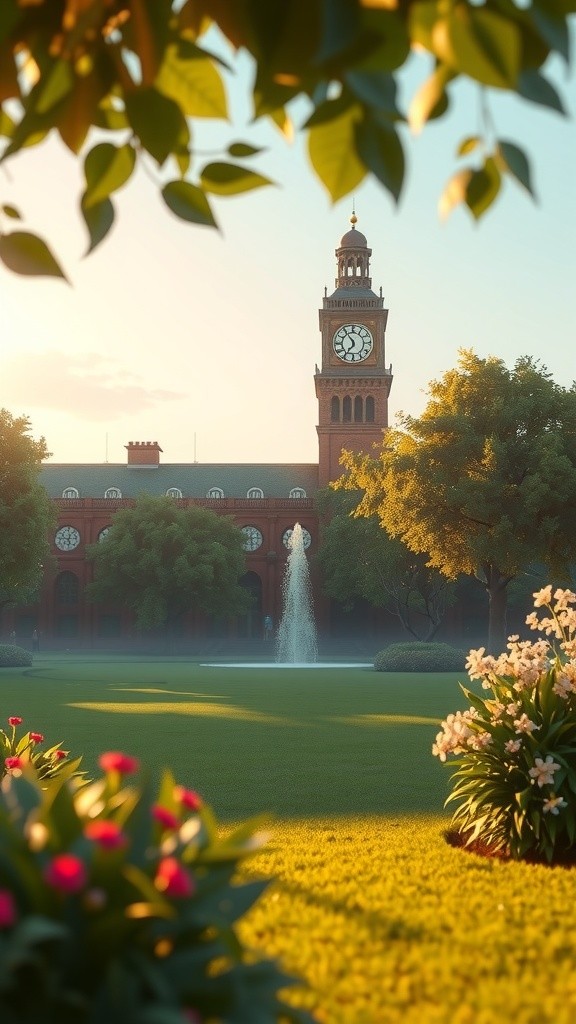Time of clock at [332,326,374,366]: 6:54
